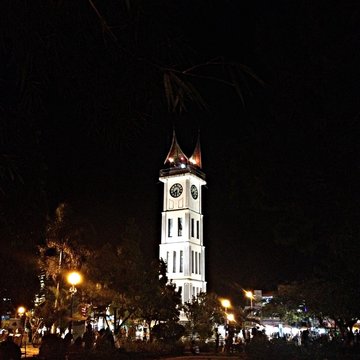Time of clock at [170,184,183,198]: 7:30
